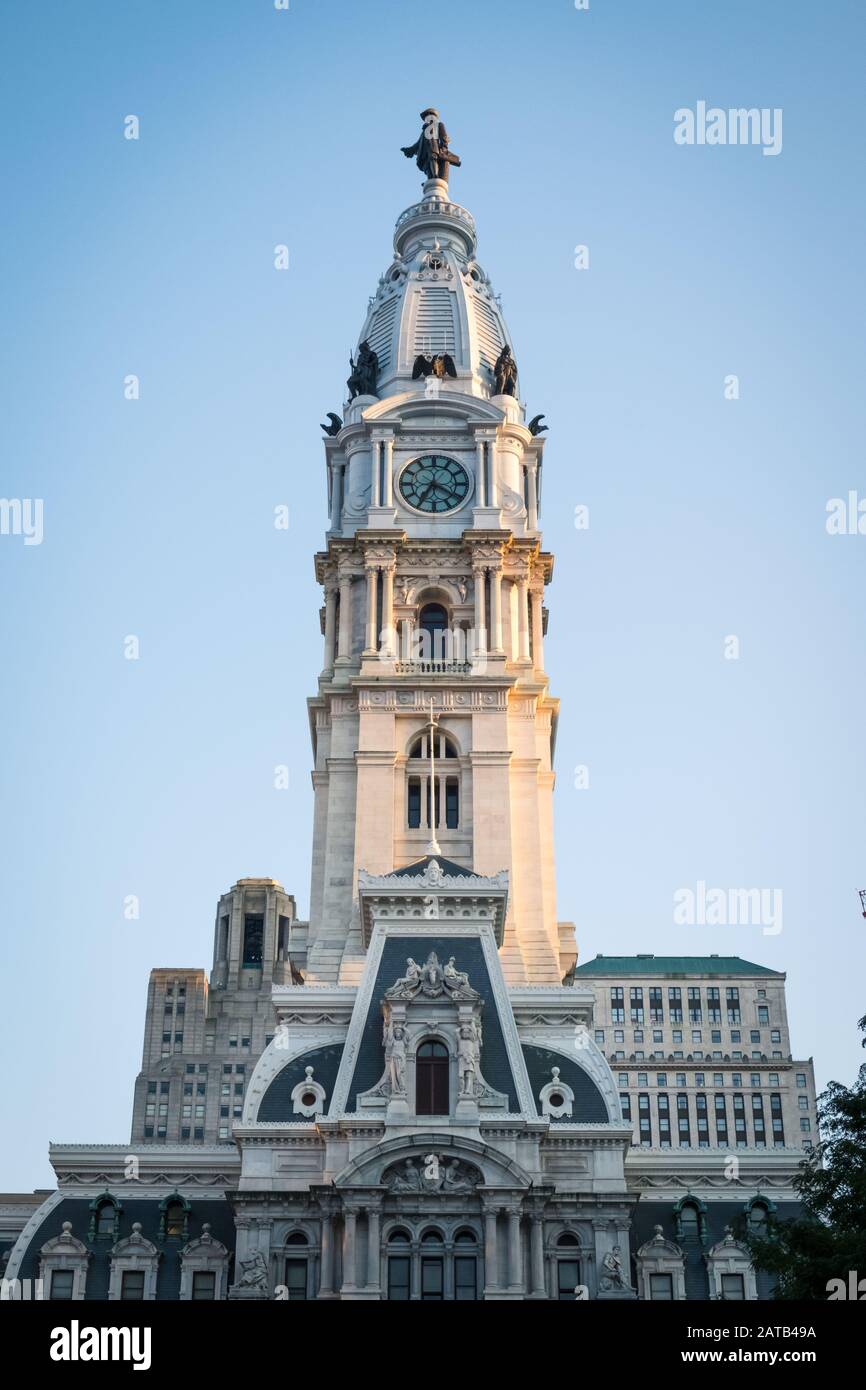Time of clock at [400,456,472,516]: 7:20
